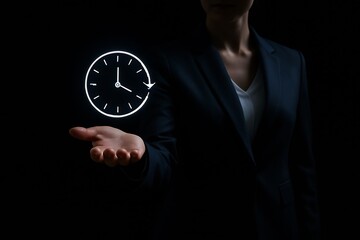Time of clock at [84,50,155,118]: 4:00
